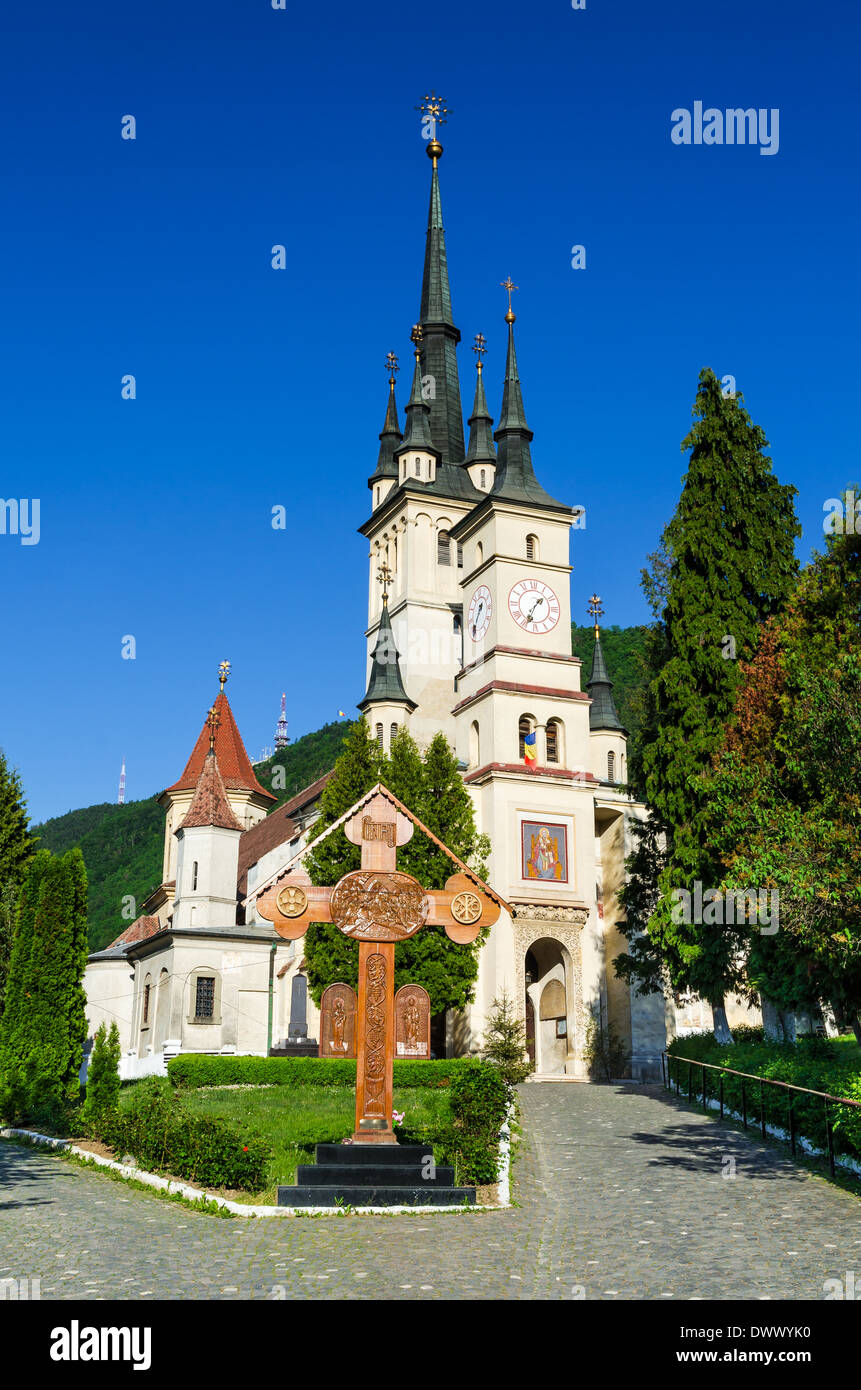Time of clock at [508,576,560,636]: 1:33
